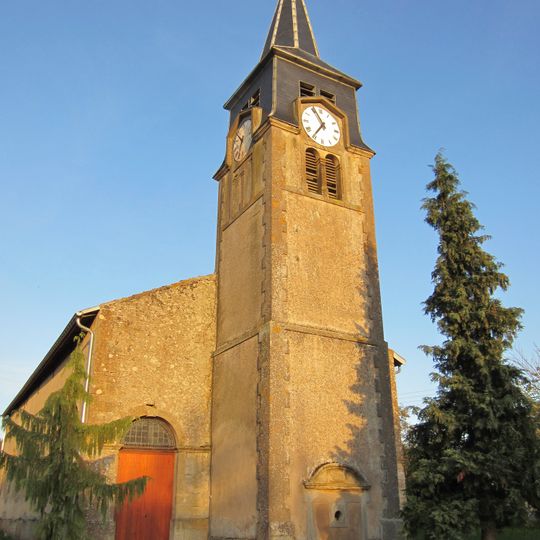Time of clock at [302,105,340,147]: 11:35
